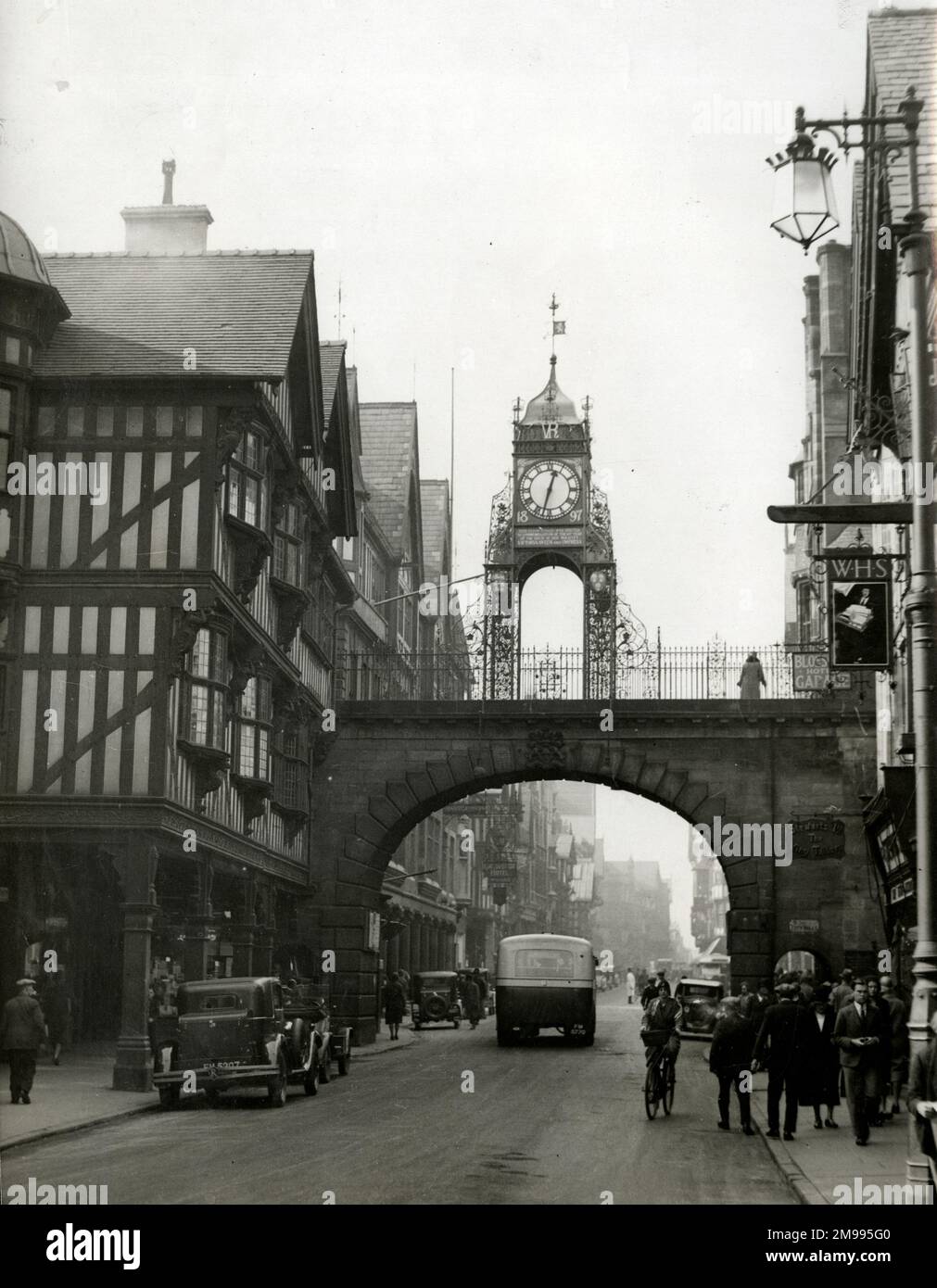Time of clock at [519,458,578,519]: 12:32
